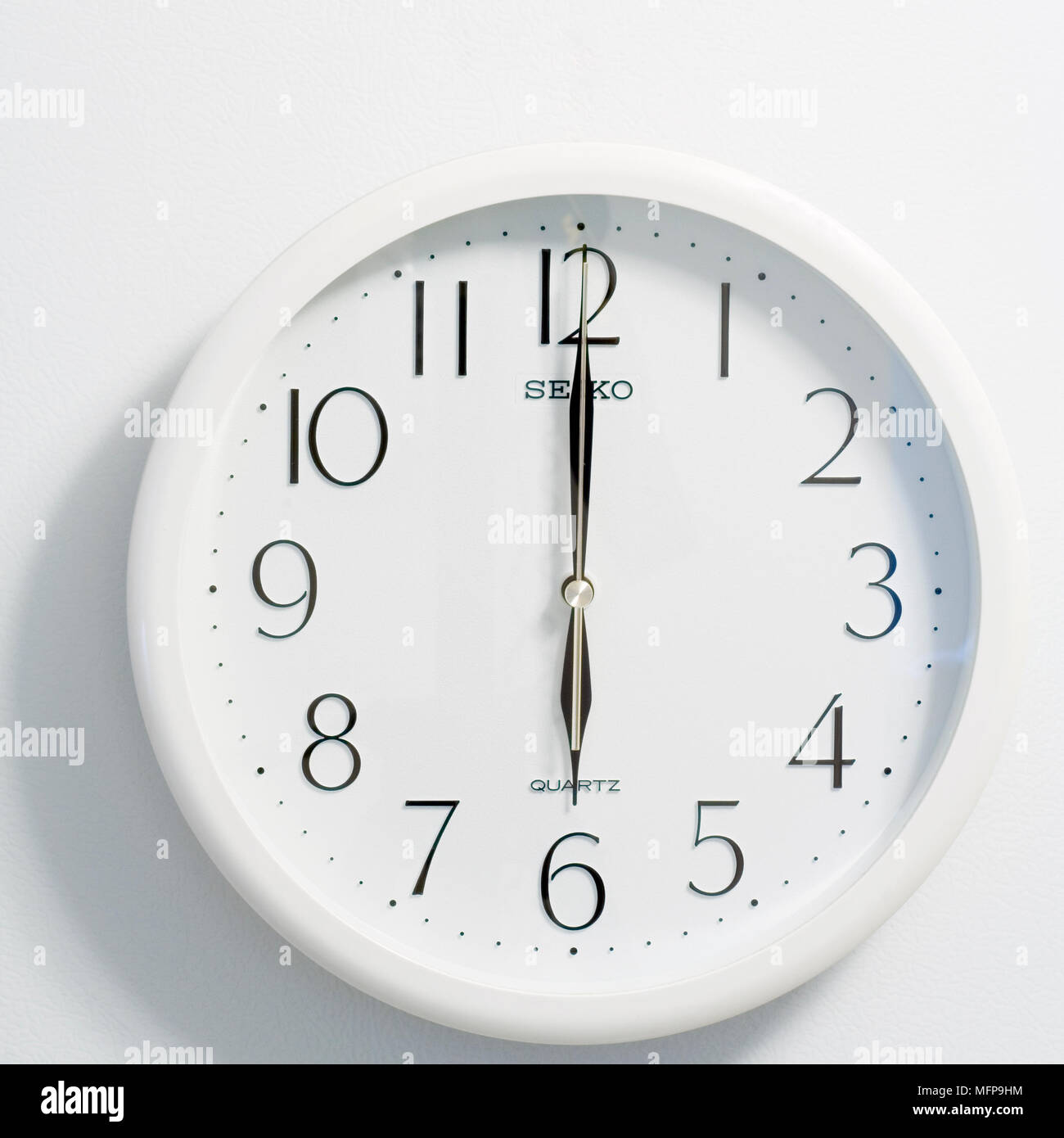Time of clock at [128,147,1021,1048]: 6:00
